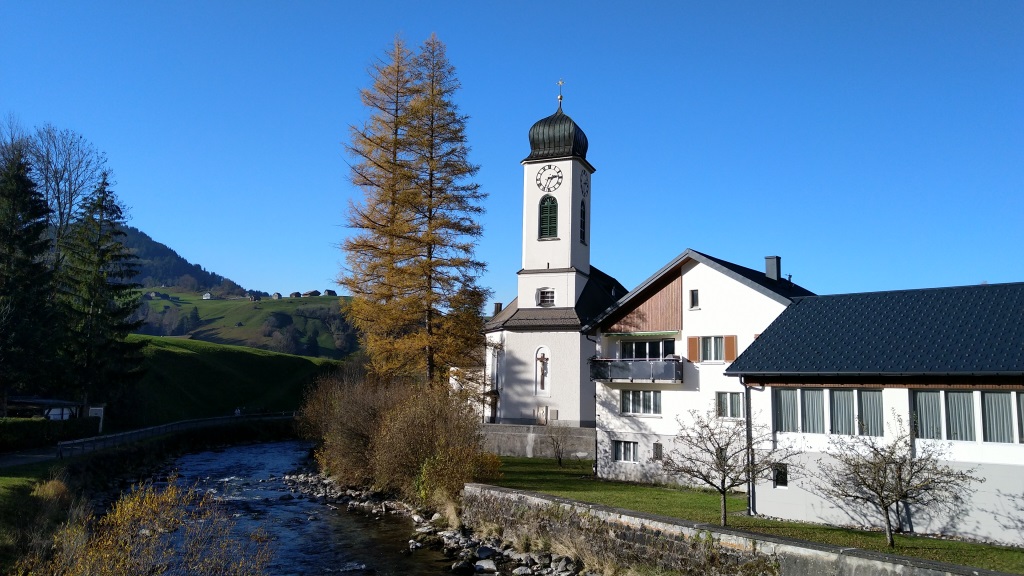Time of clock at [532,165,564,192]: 2:34
